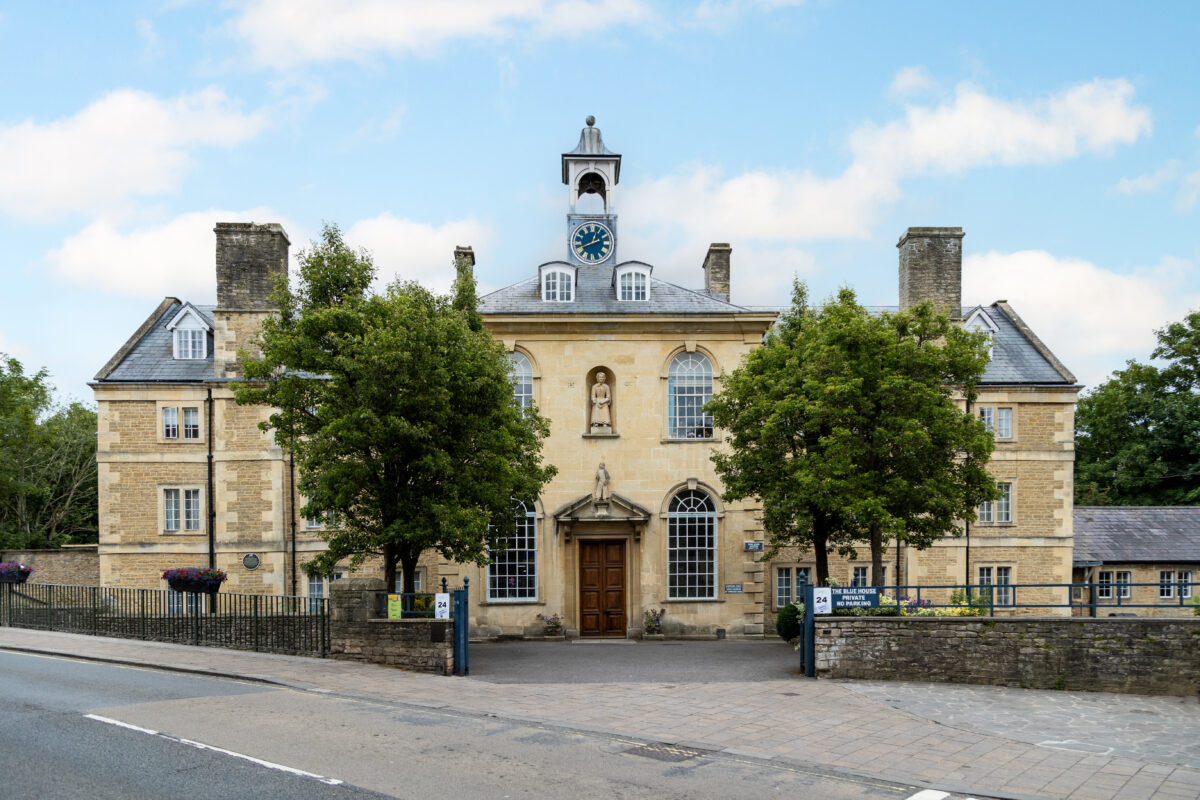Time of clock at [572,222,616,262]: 12:40
